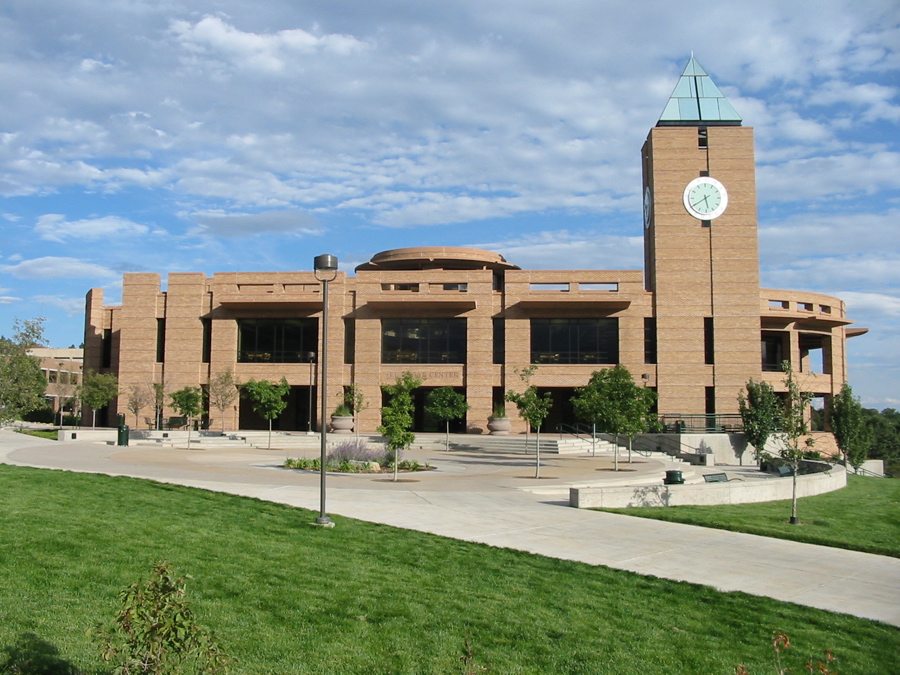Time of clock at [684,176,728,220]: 5:39
